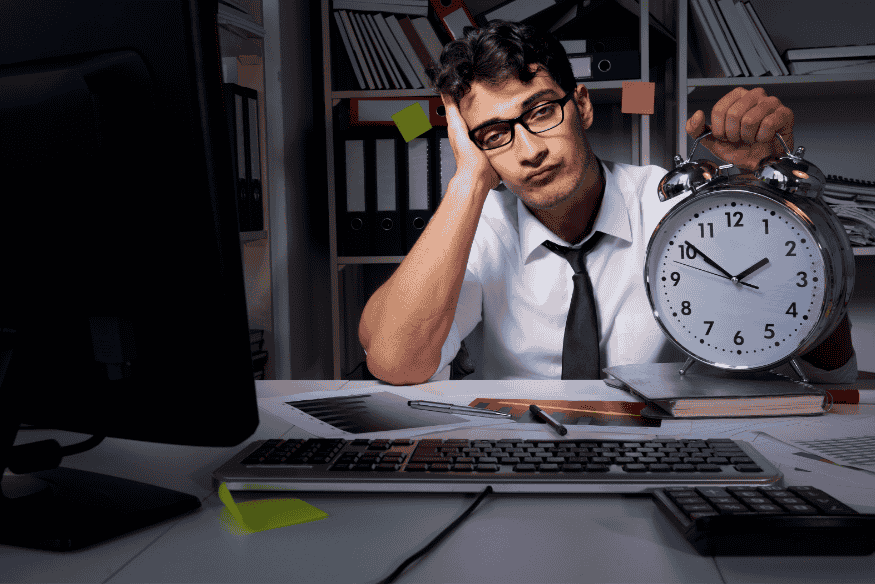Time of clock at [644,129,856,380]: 1:51
